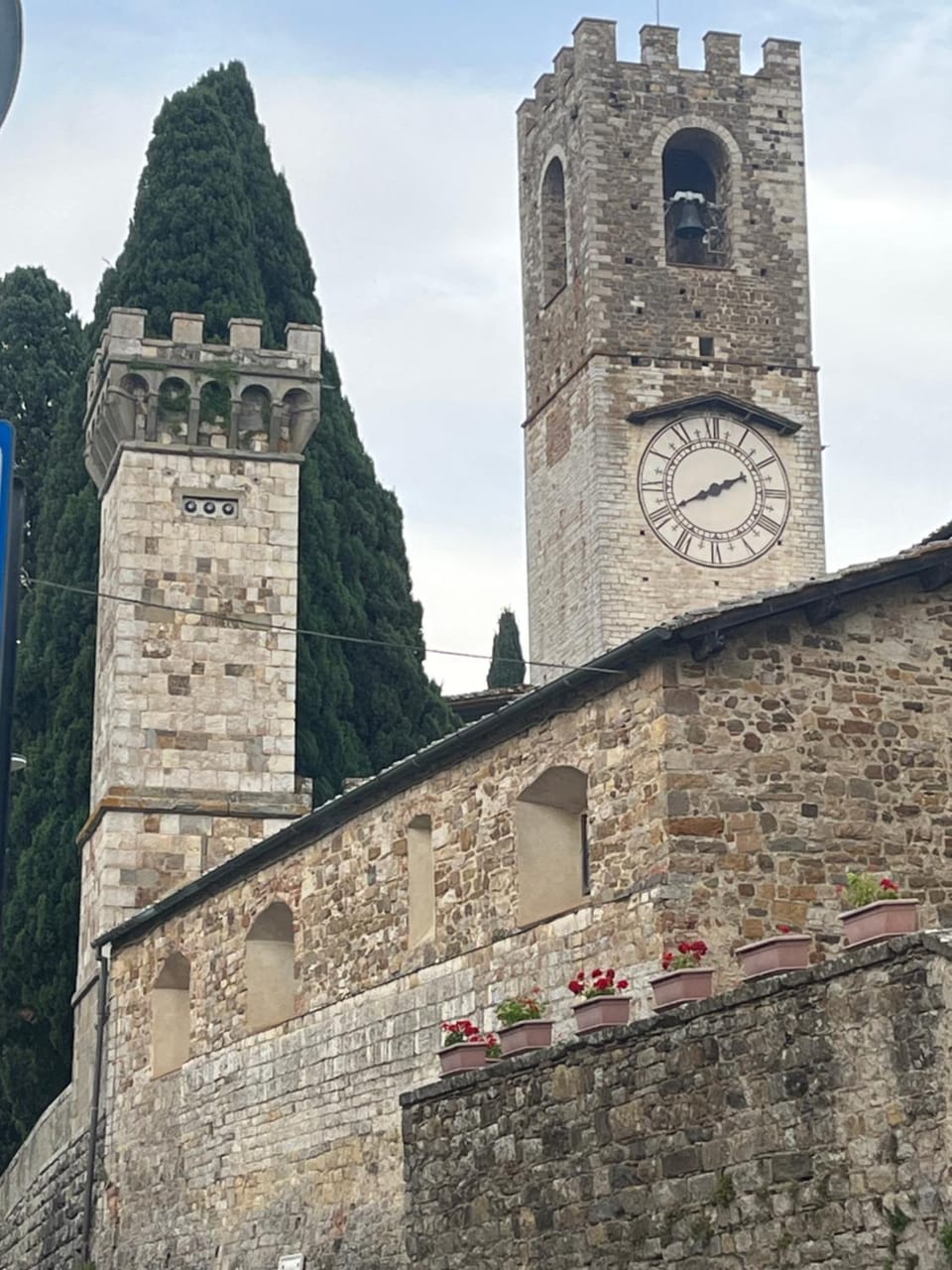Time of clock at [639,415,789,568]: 8:10
